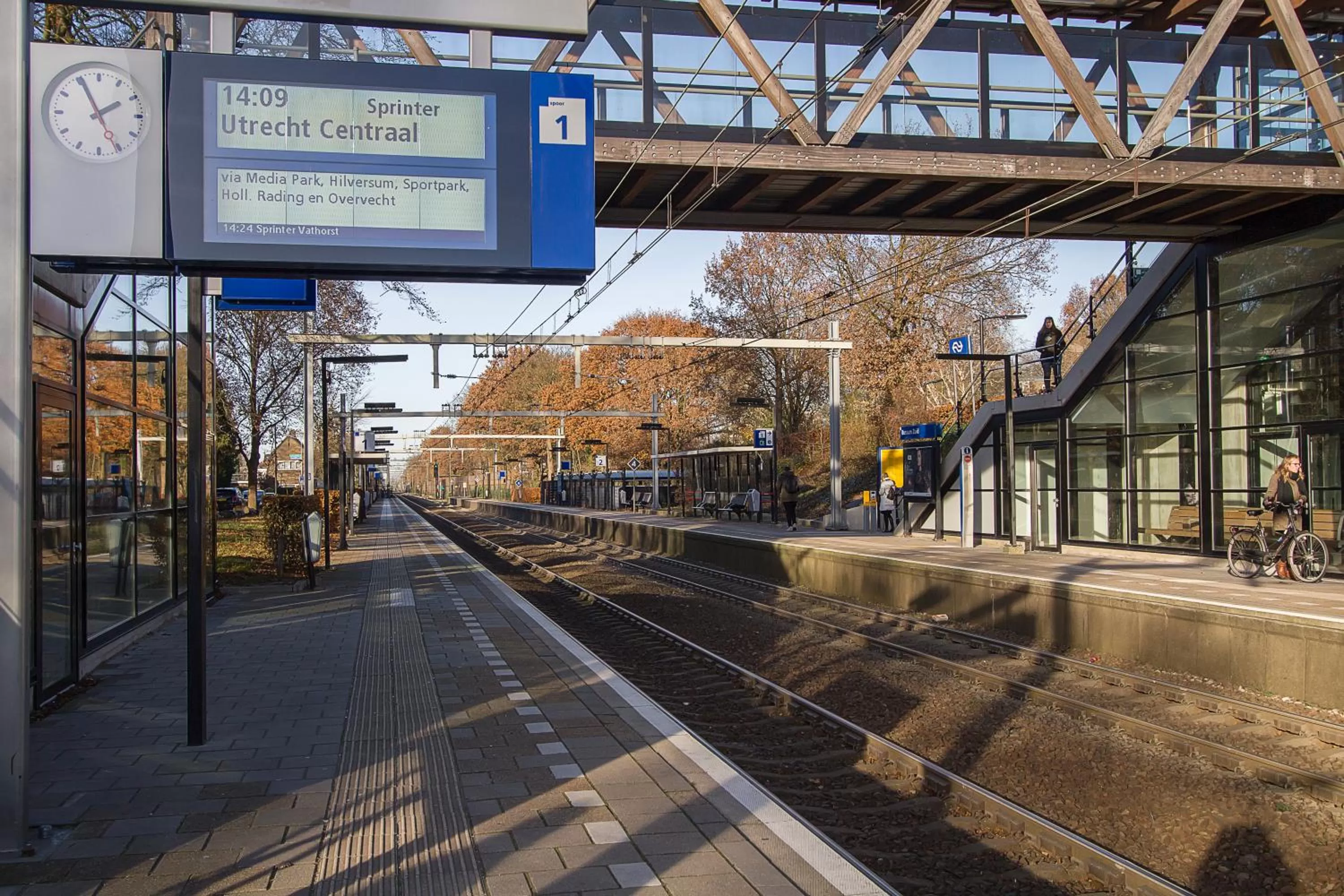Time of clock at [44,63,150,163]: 1:55
